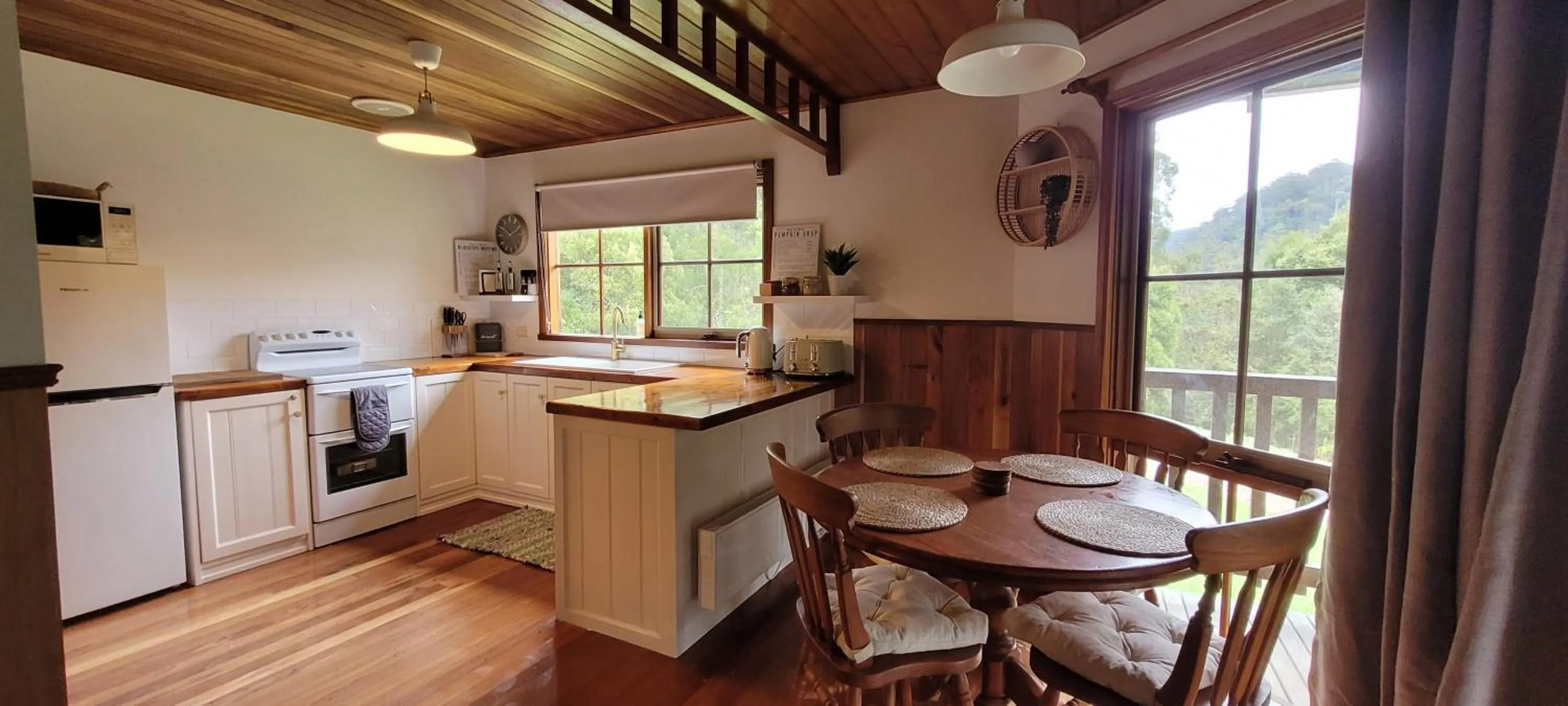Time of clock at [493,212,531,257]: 1:50
